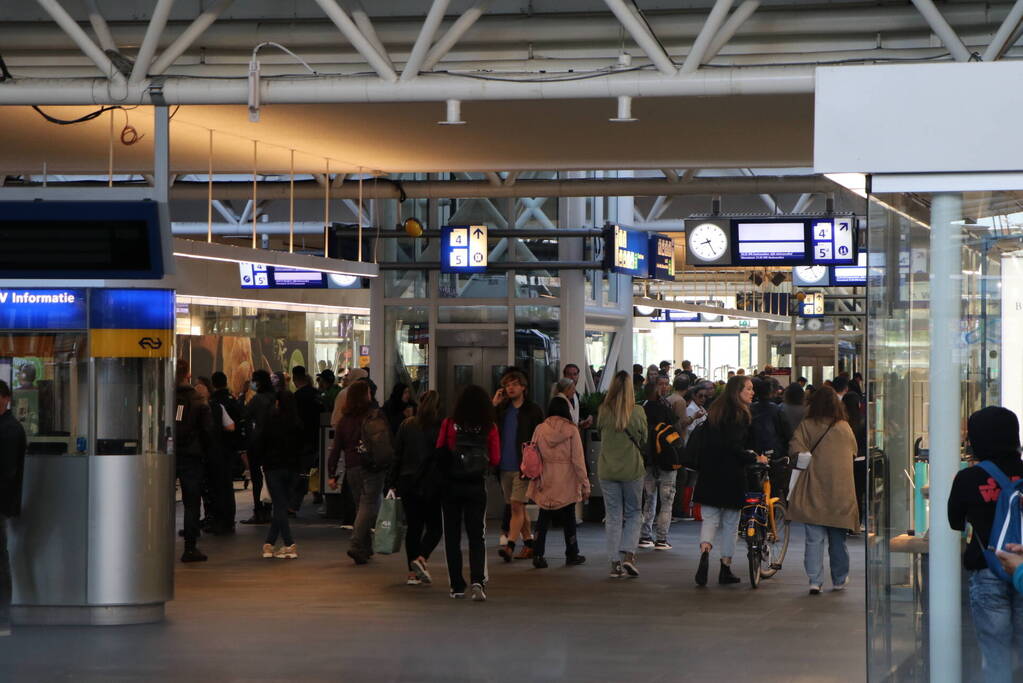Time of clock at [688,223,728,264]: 8:25
